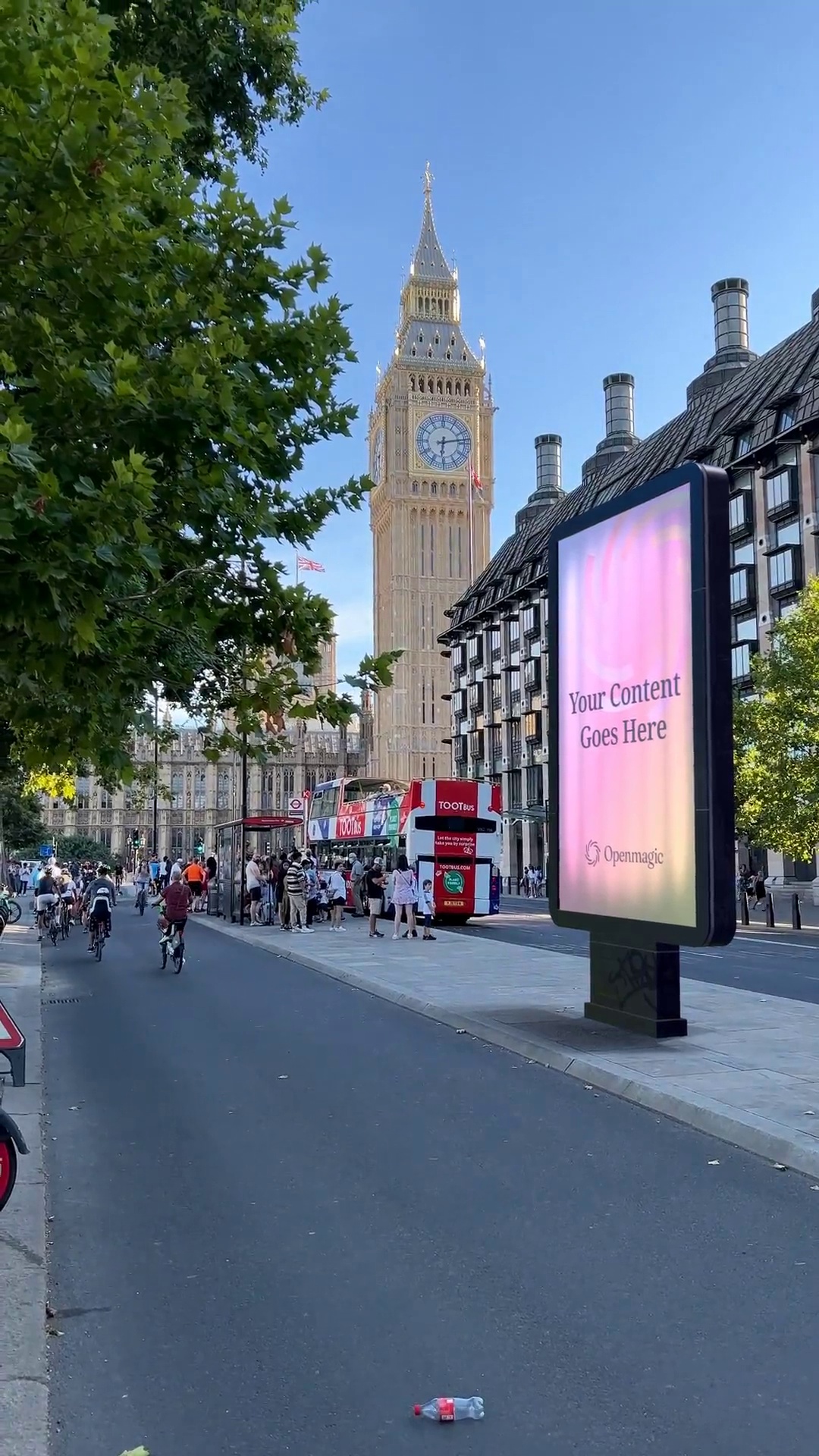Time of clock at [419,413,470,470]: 6:13
